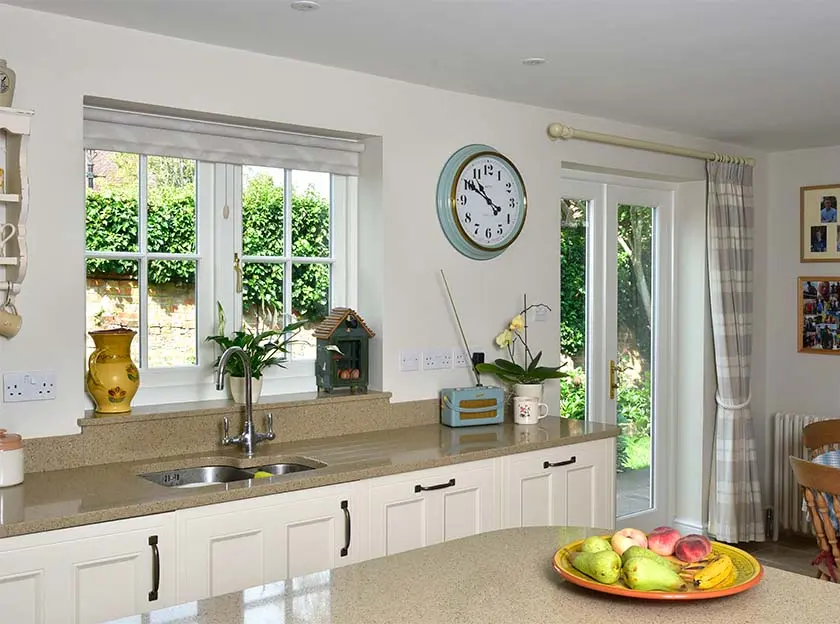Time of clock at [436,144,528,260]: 10:50
